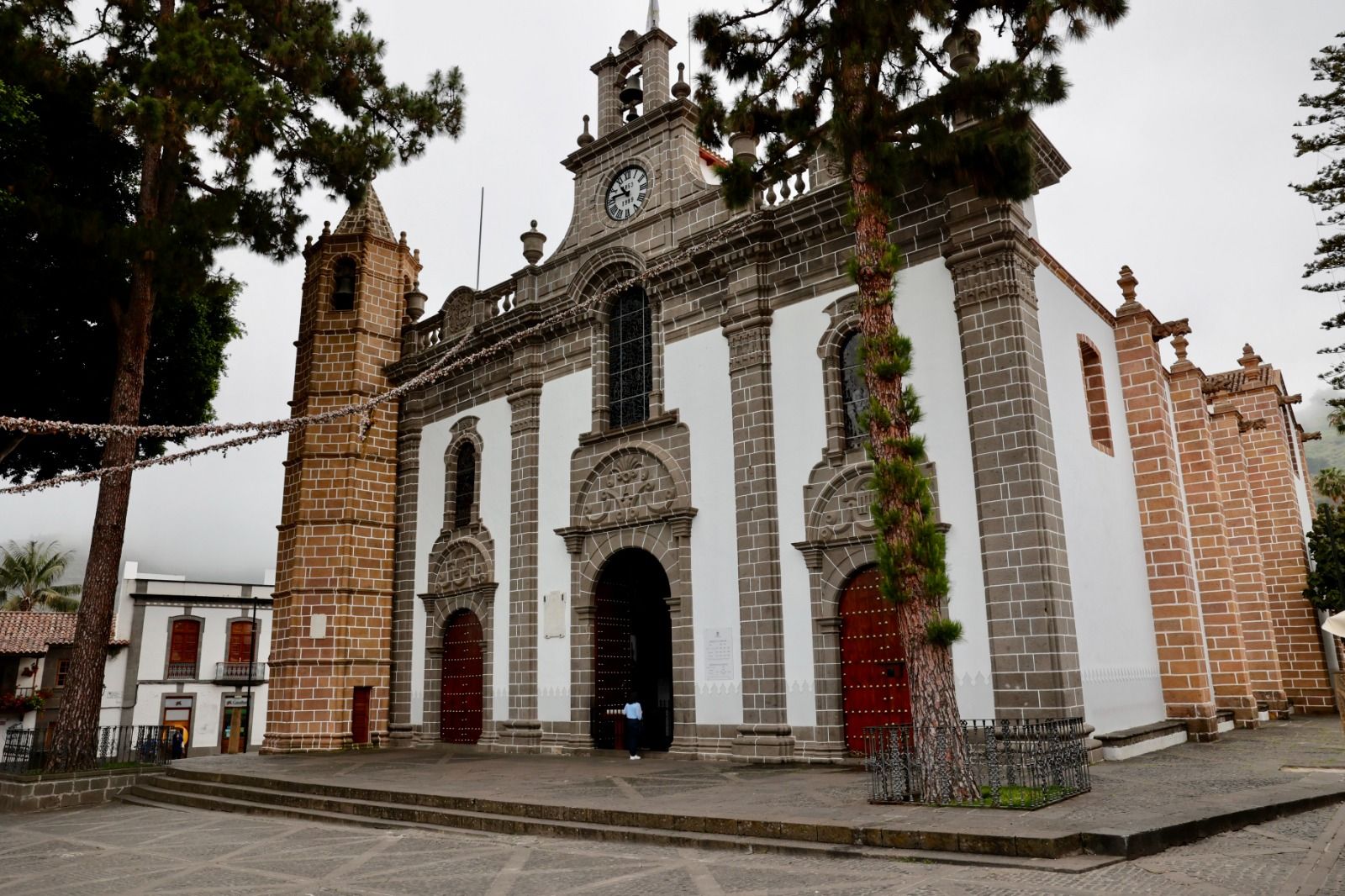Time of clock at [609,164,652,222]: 10:46
